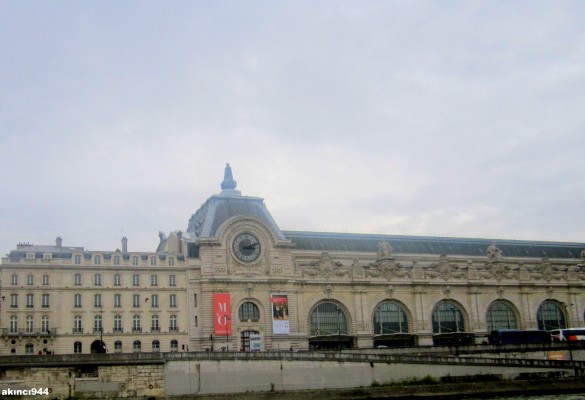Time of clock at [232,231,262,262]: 3:11
